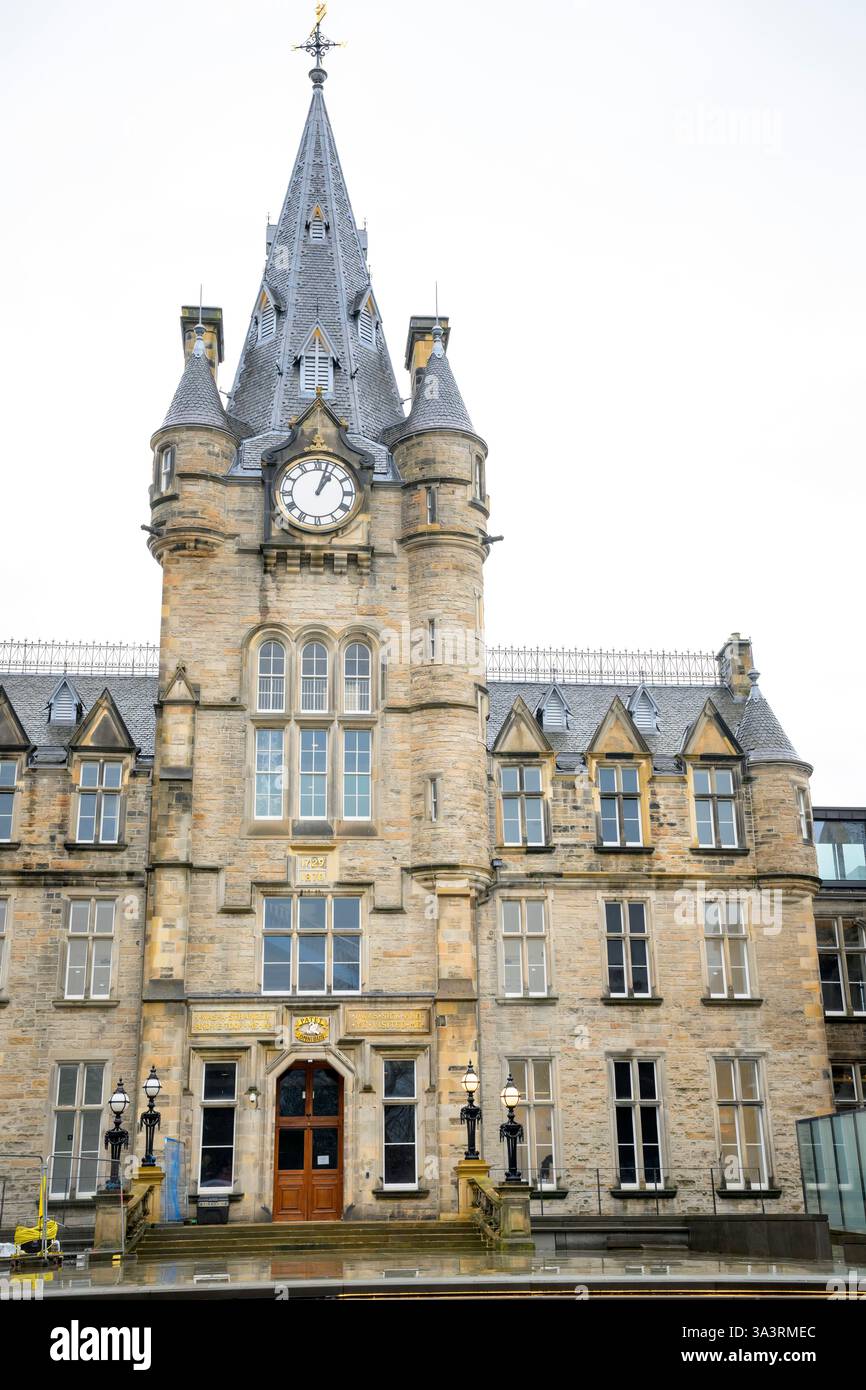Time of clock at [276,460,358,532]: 1:03
